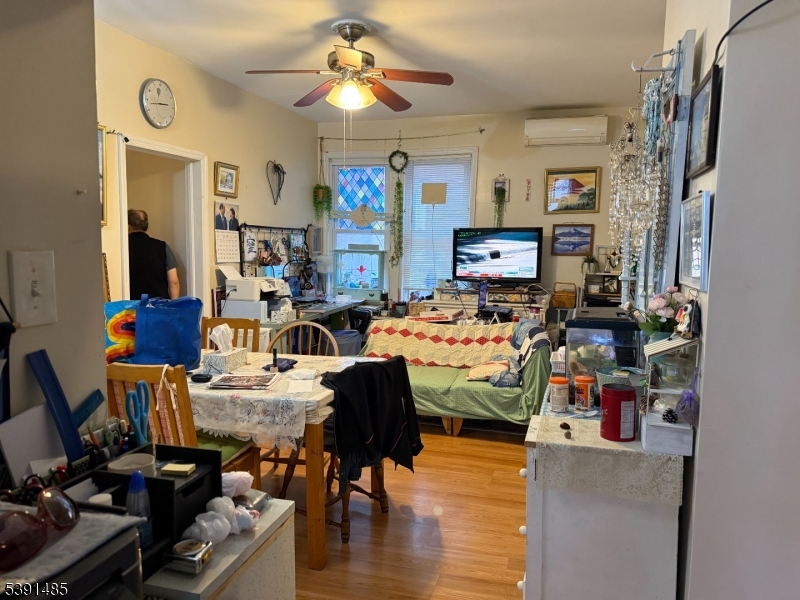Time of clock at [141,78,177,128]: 2:42
